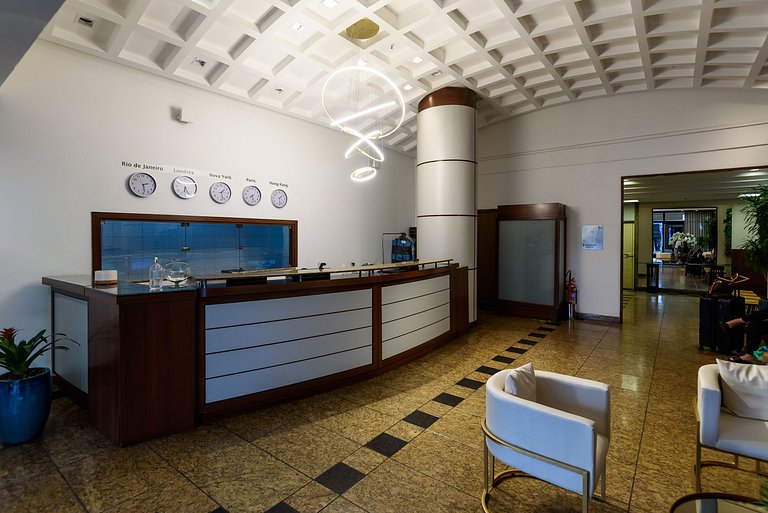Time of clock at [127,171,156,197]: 2:28
